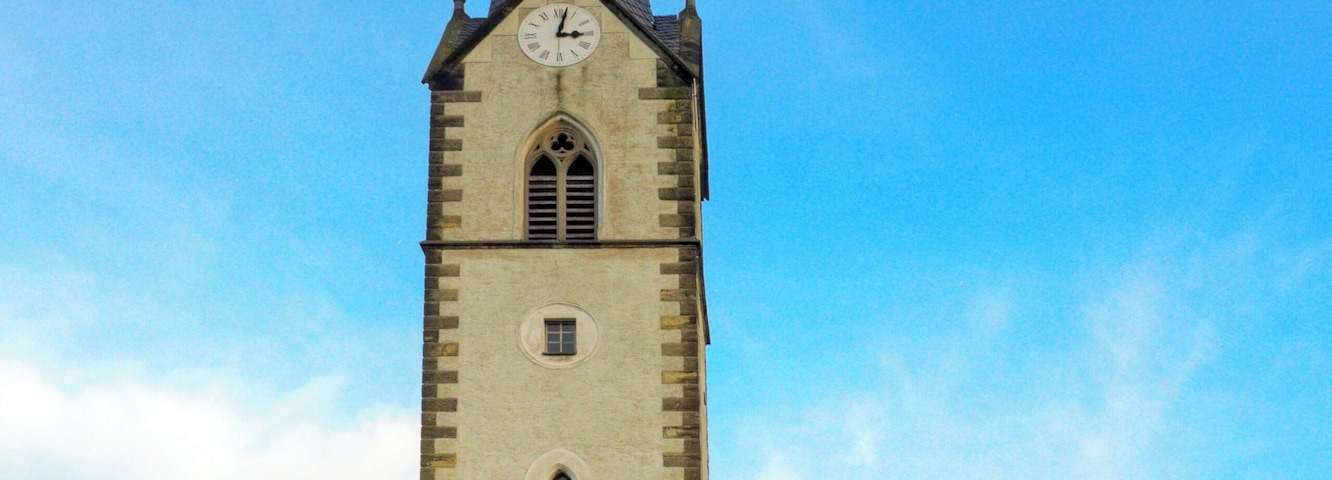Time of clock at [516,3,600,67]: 3:02
